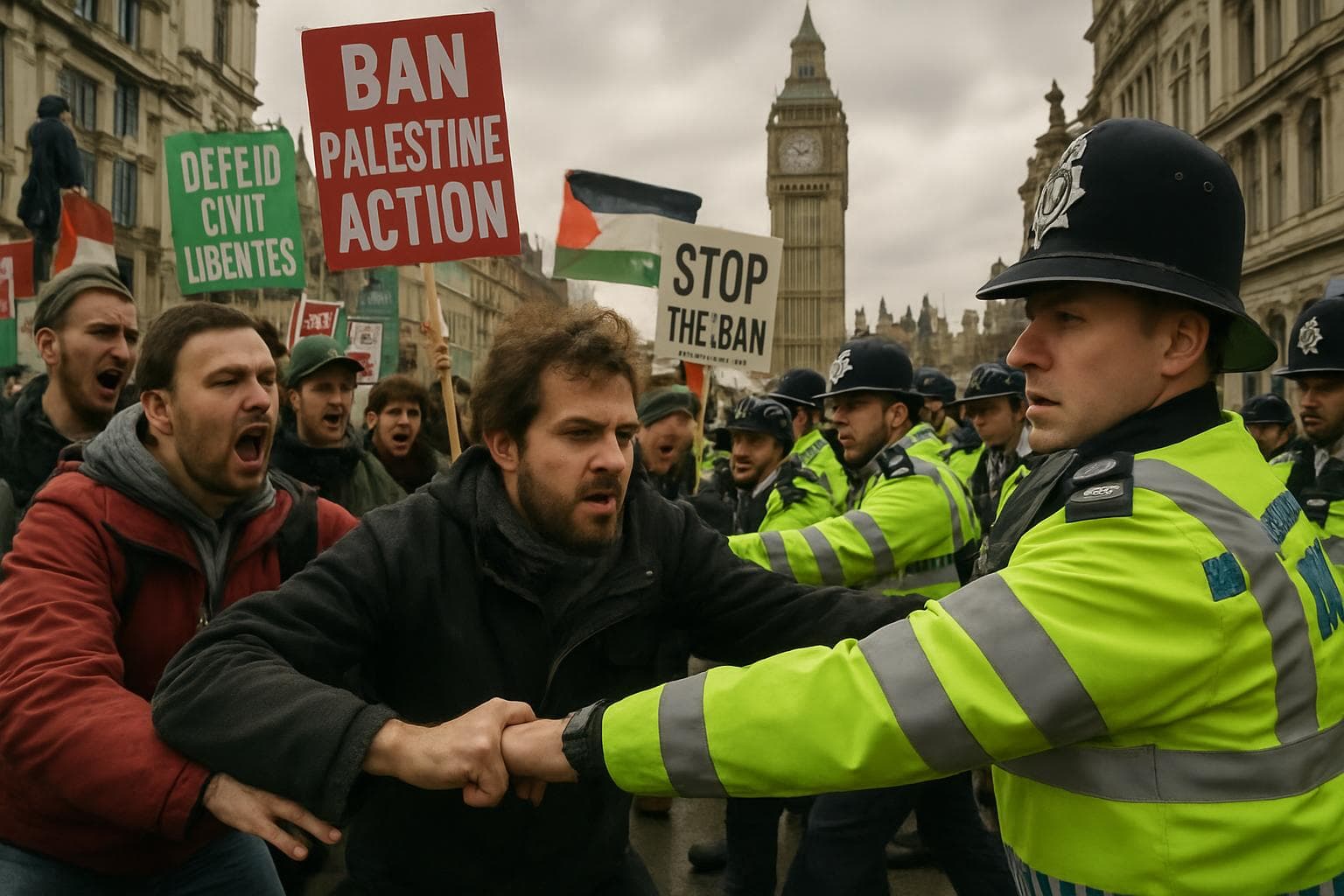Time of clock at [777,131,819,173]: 1:52
